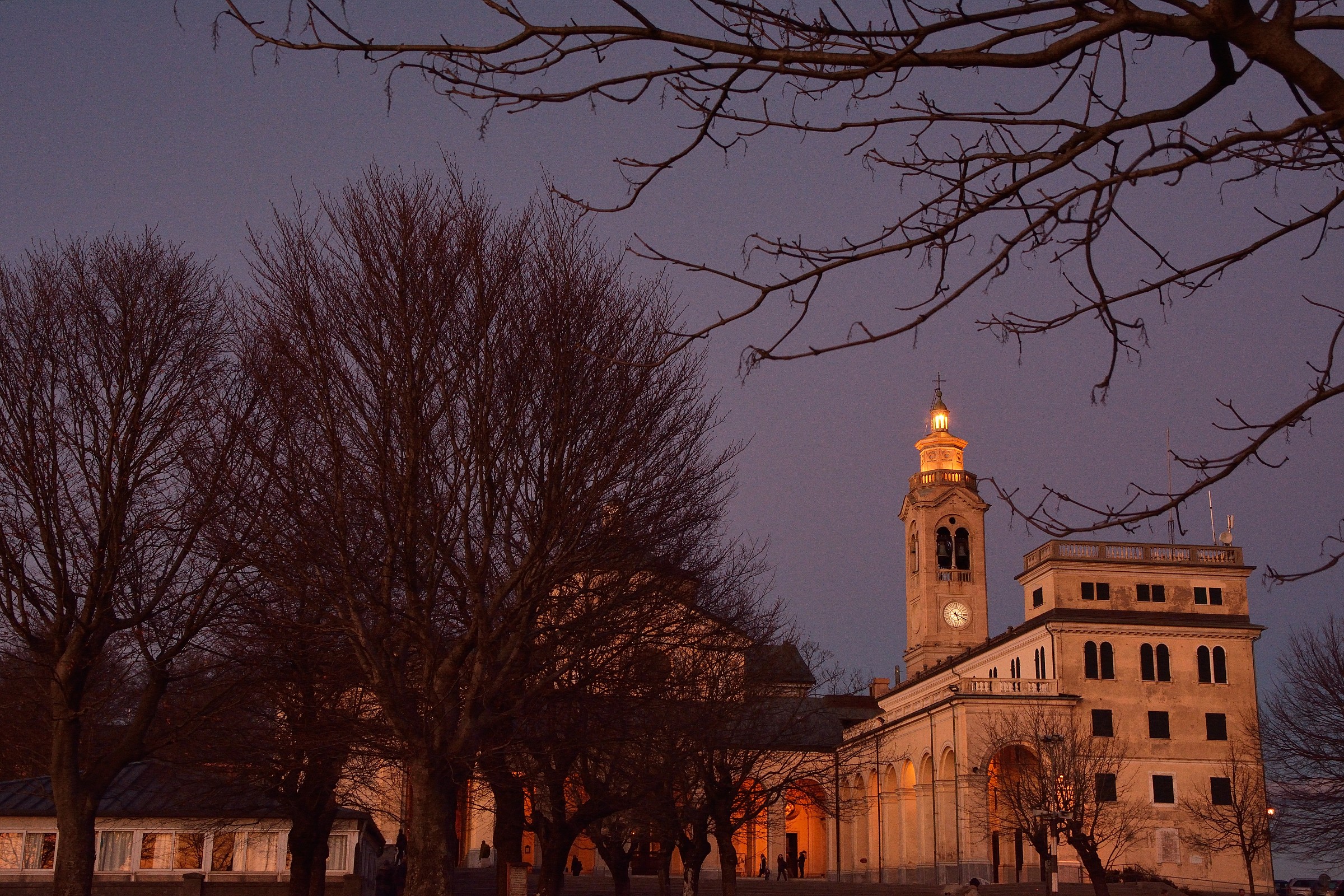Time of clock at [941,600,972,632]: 5:18
